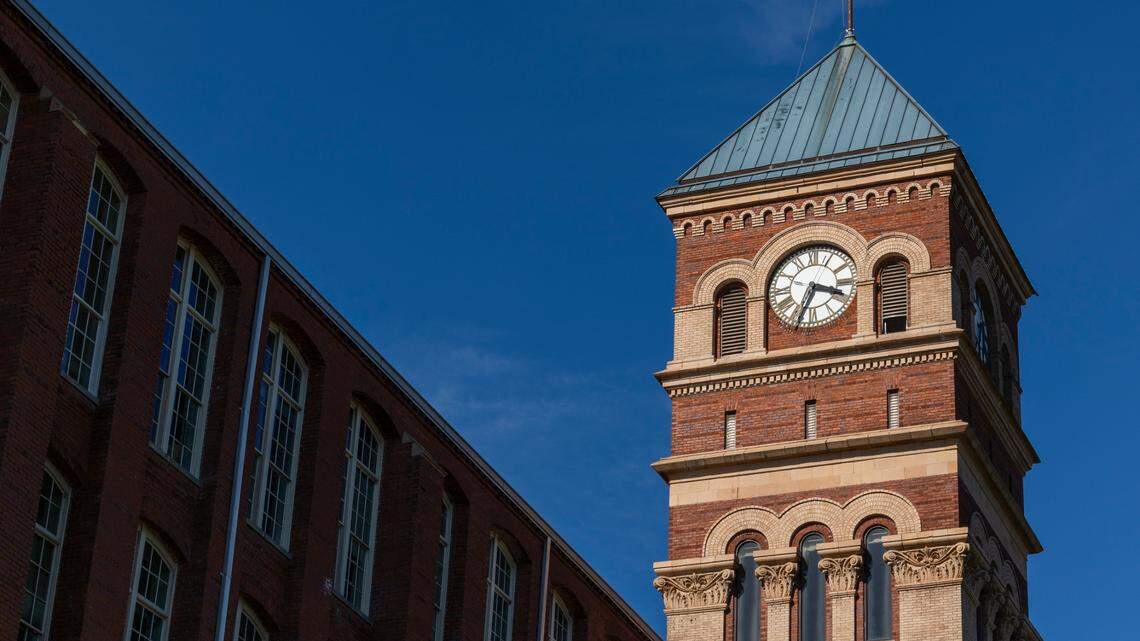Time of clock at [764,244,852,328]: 3:34
